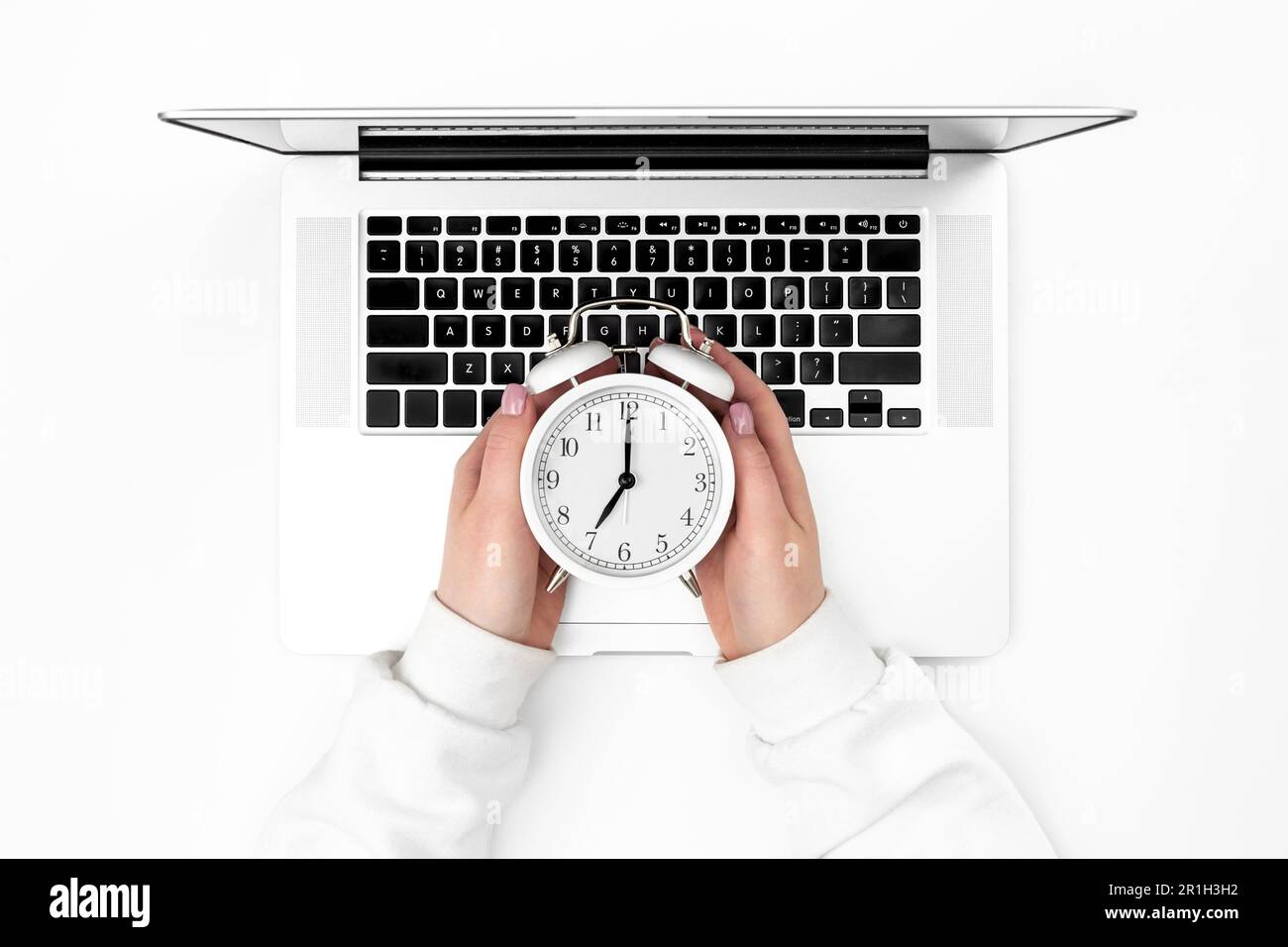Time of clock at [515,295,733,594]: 7:00
